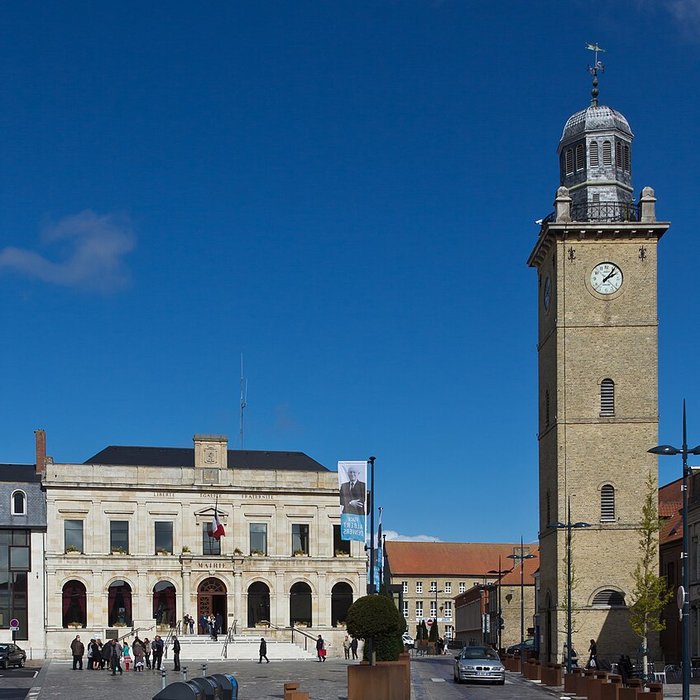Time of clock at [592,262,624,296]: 2:06
